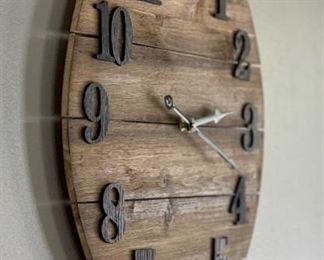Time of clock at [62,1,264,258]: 2:45
